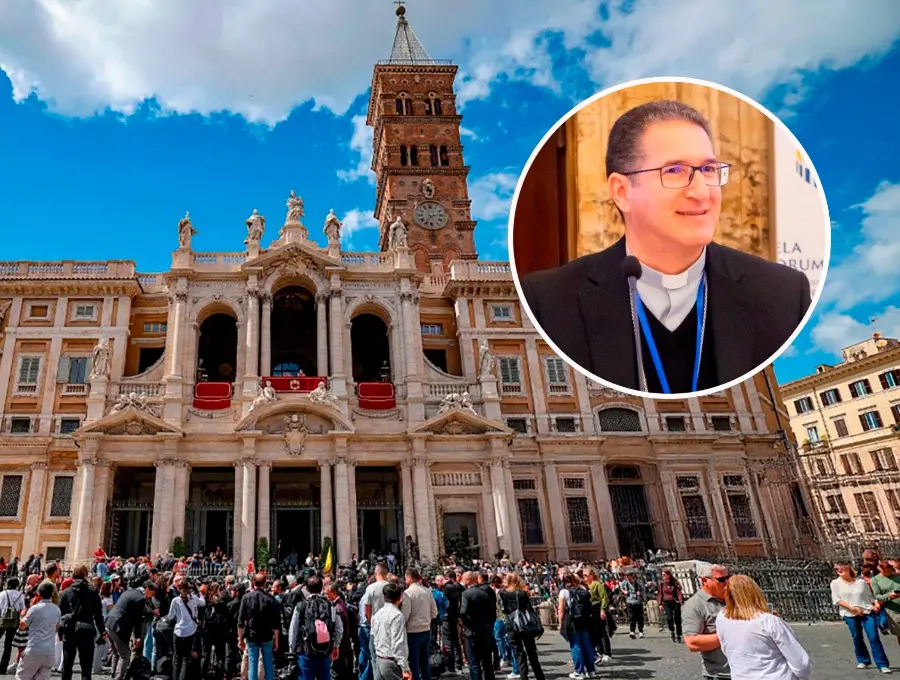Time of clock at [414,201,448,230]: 7:12
